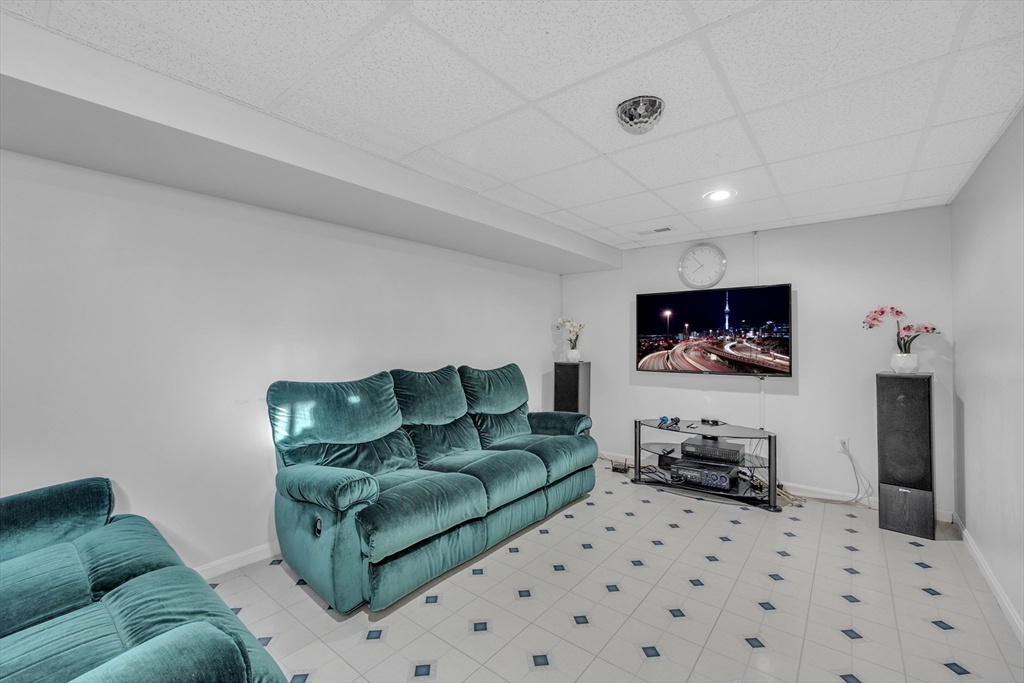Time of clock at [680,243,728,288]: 7:52
